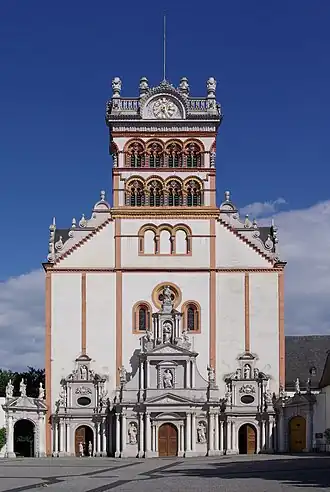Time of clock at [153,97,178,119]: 7:25
